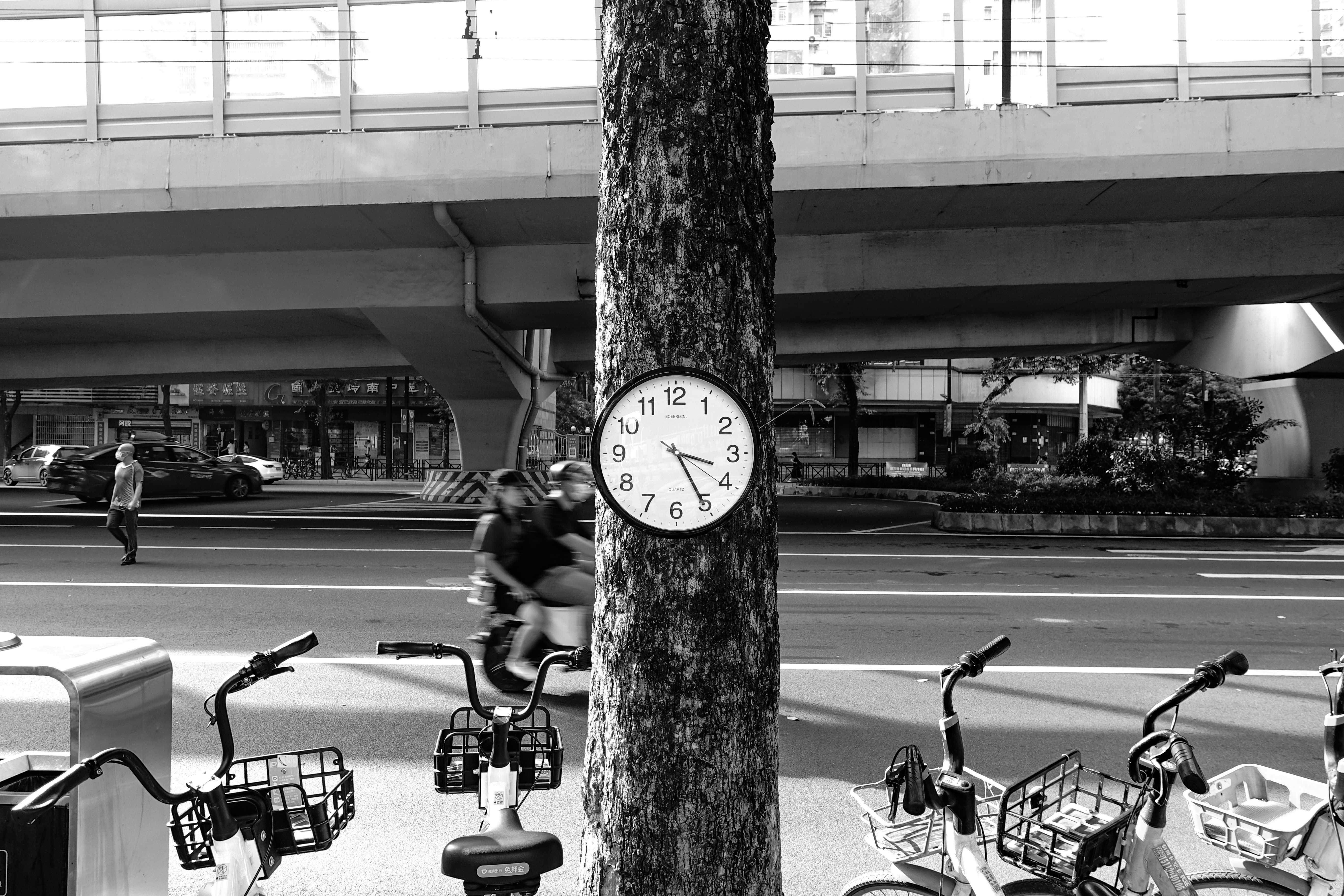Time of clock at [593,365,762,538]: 3:25
